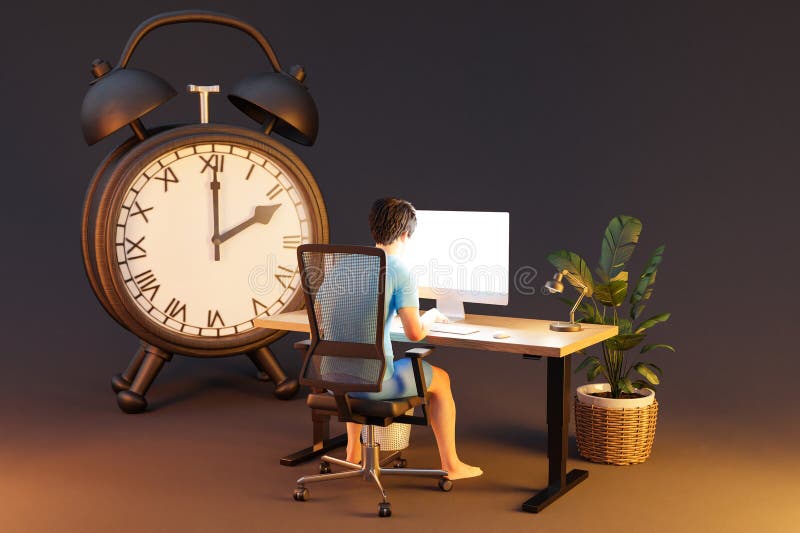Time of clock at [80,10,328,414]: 2:01
